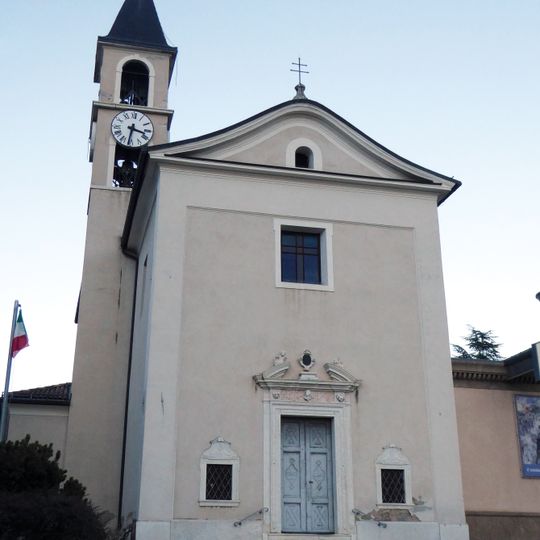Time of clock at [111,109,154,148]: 3:31
